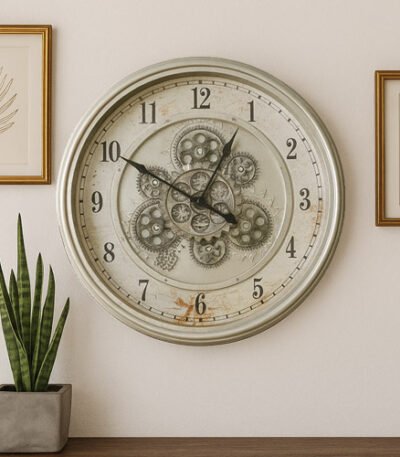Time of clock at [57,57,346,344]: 12:49
